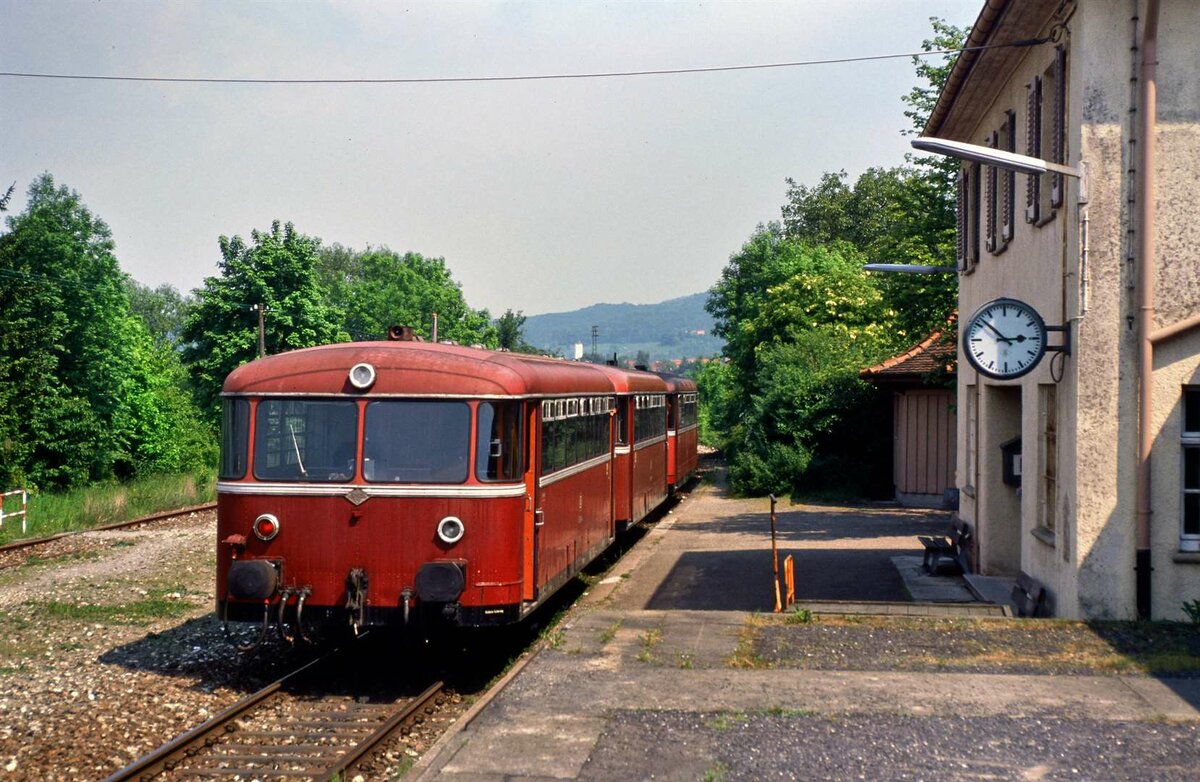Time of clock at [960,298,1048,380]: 2:52
